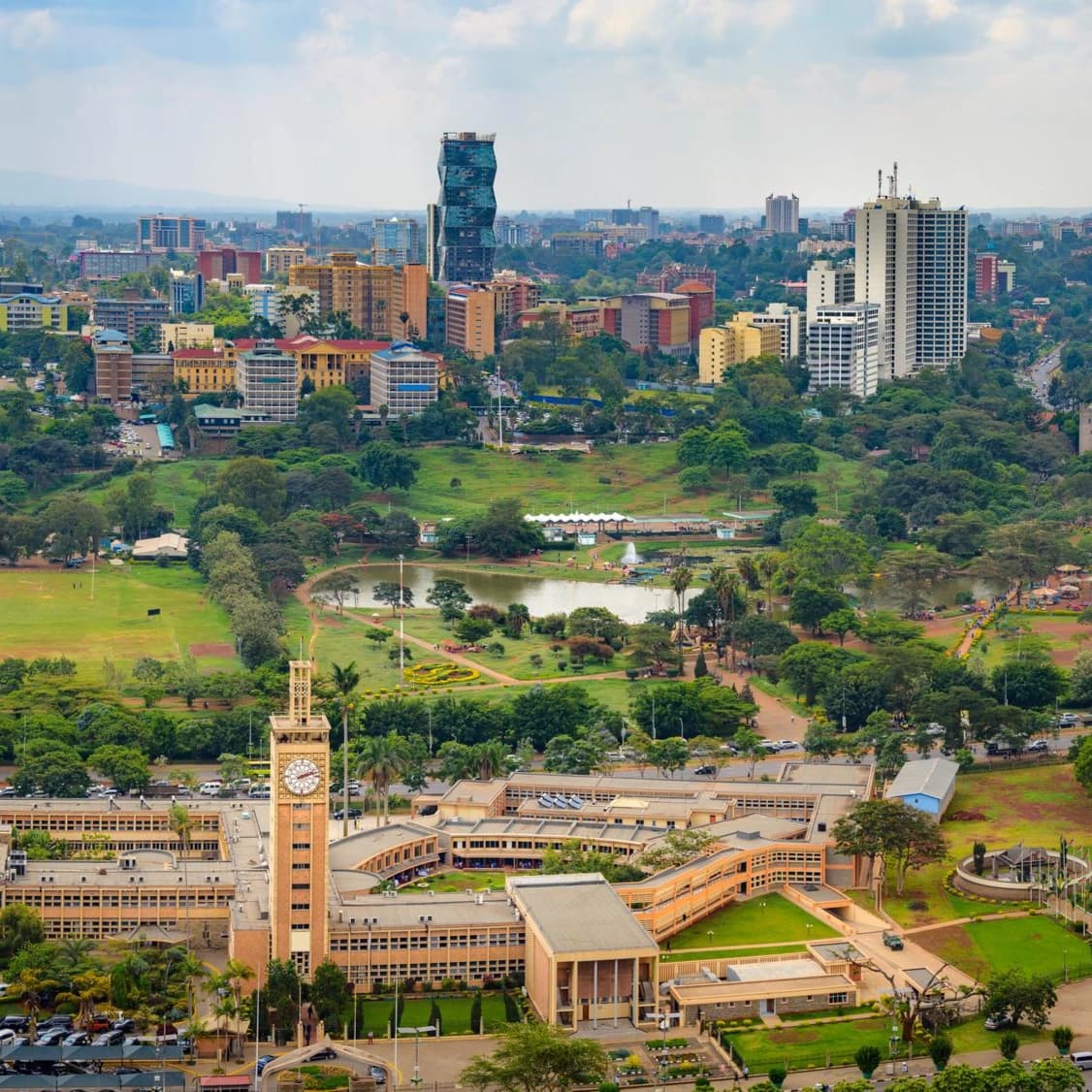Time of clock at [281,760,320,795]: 2:11
